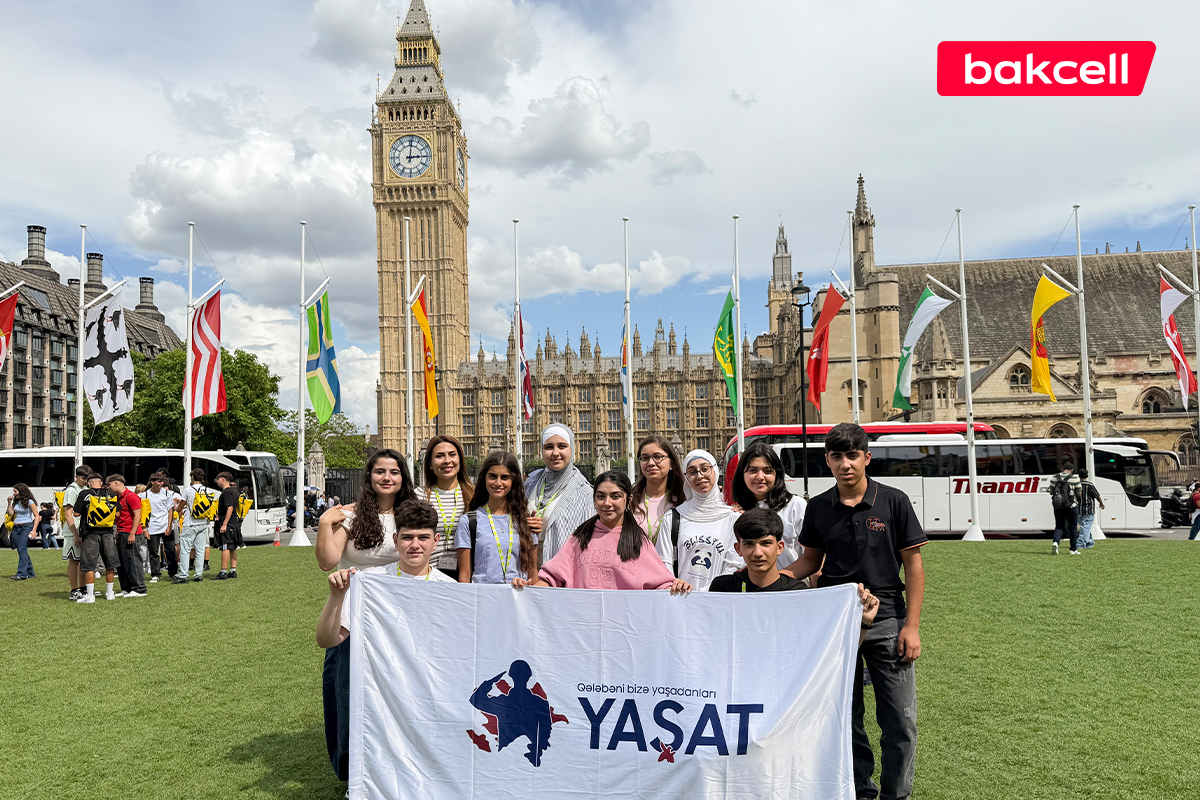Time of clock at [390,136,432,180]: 3:01
